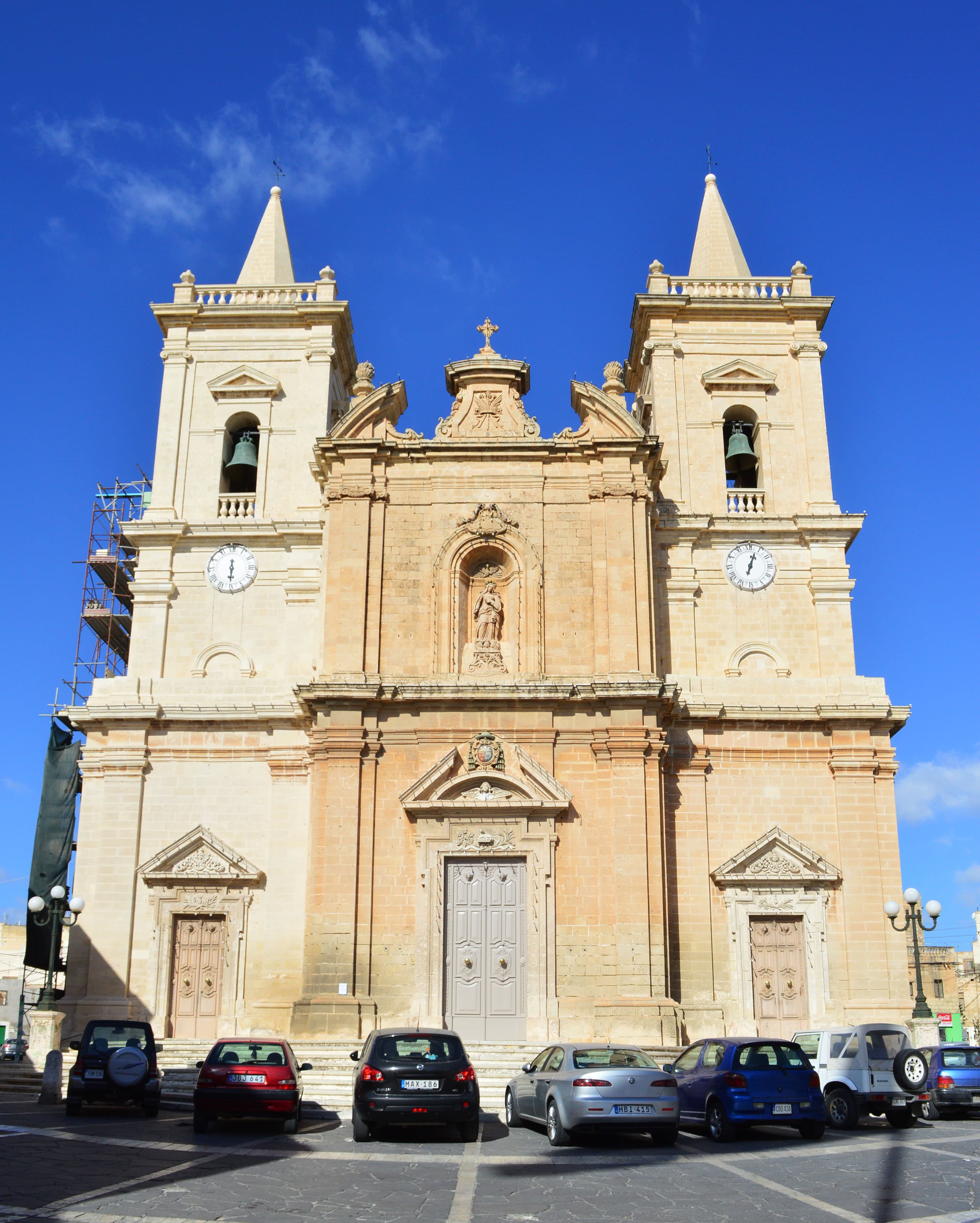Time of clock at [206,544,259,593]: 6:30
